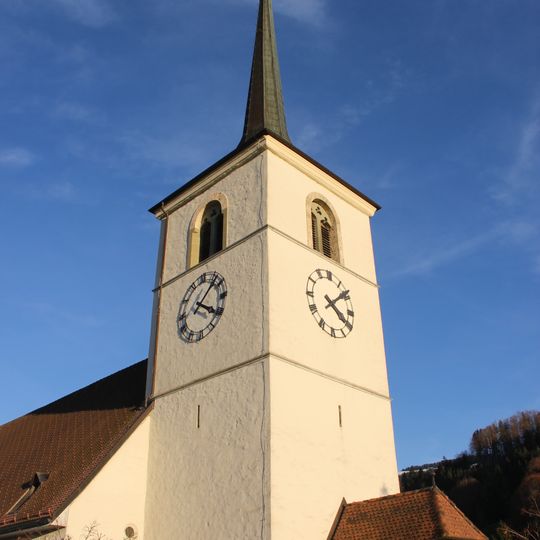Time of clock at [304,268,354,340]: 4:08
